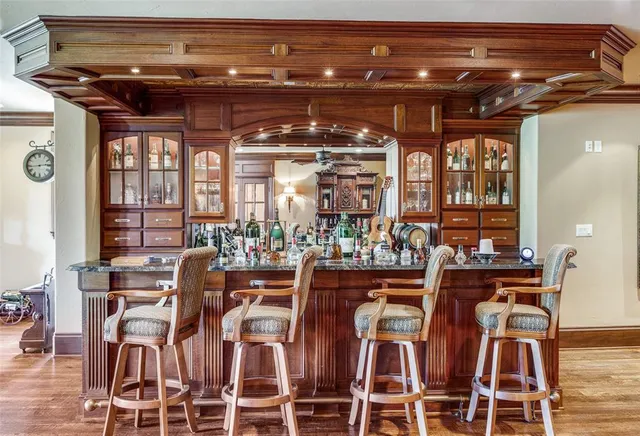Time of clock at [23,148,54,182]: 2:43
